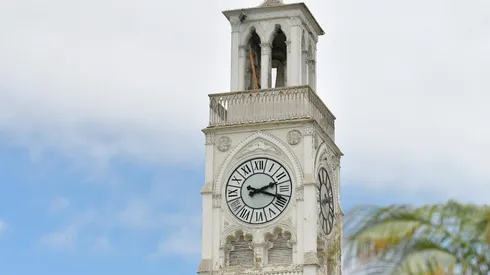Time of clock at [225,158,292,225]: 2:18
